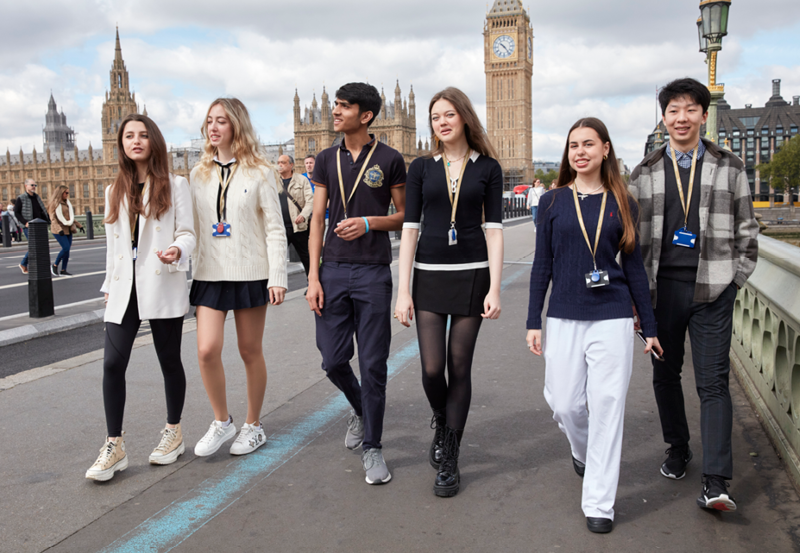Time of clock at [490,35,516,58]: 10:23
